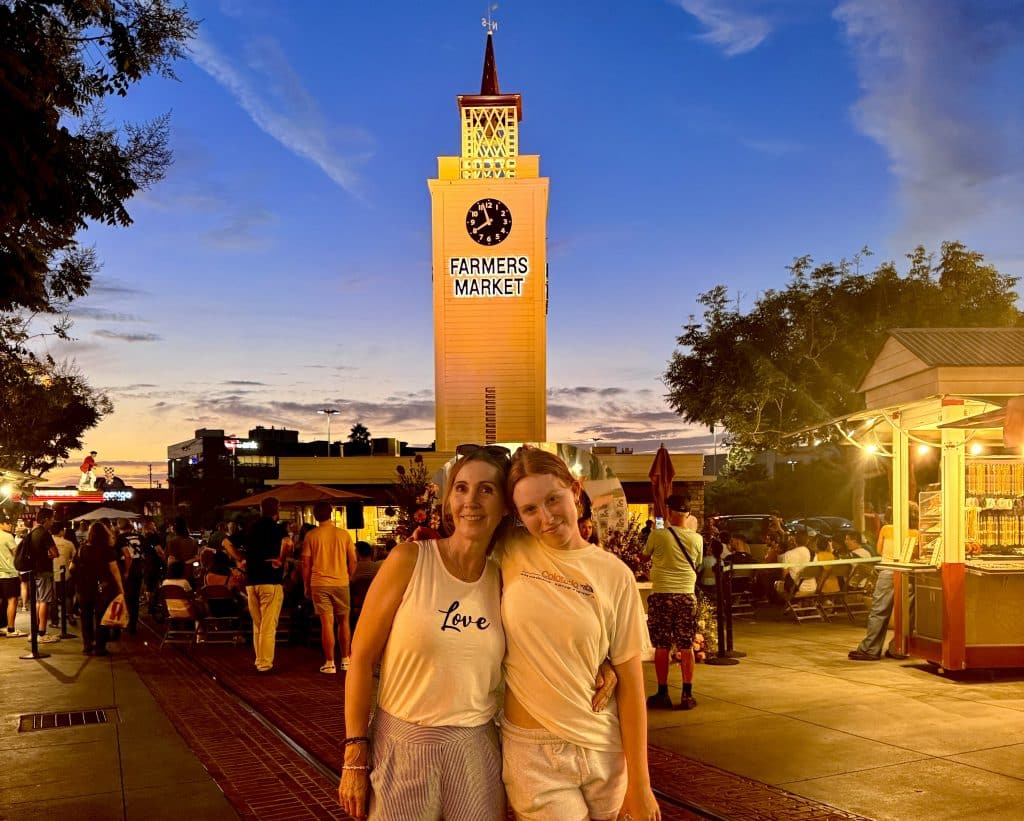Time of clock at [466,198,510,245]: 7:56
